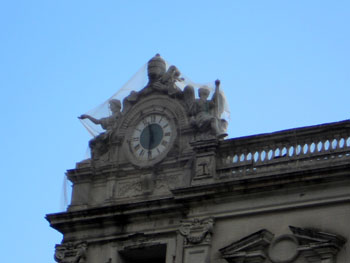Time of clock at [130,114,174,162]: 11:31
